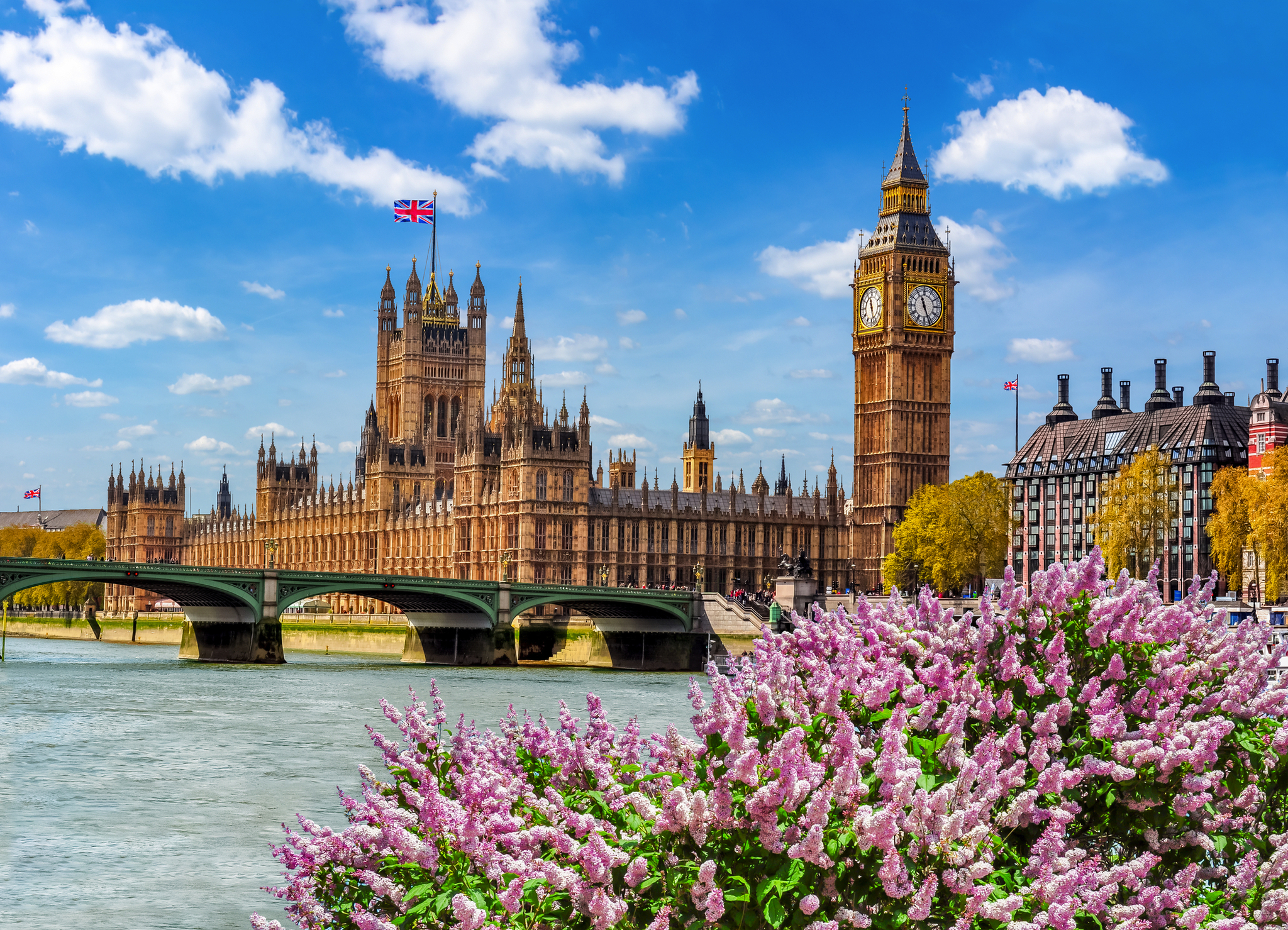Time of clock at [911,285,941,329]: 11:26
